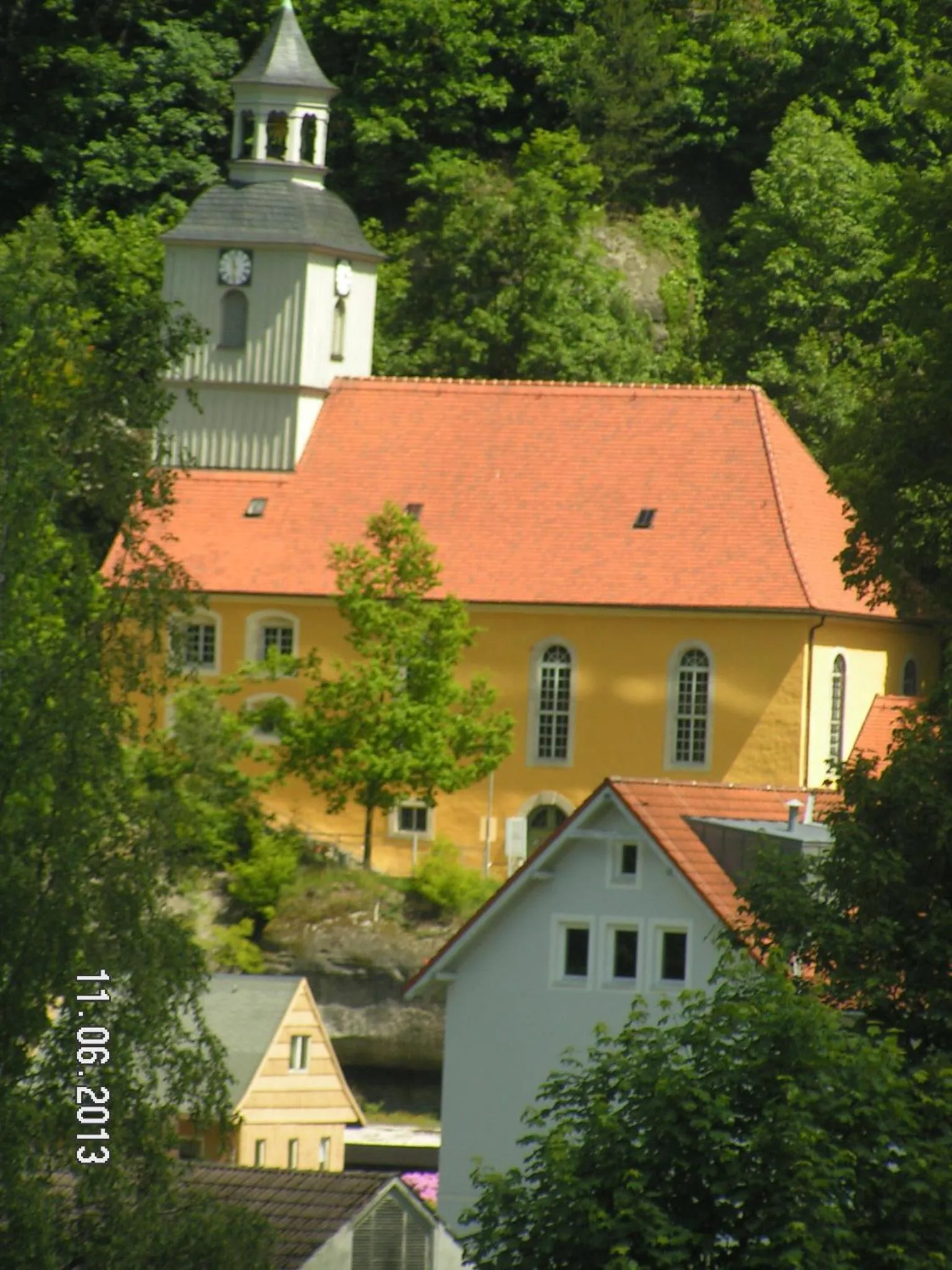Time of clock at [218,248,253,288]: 11:31
